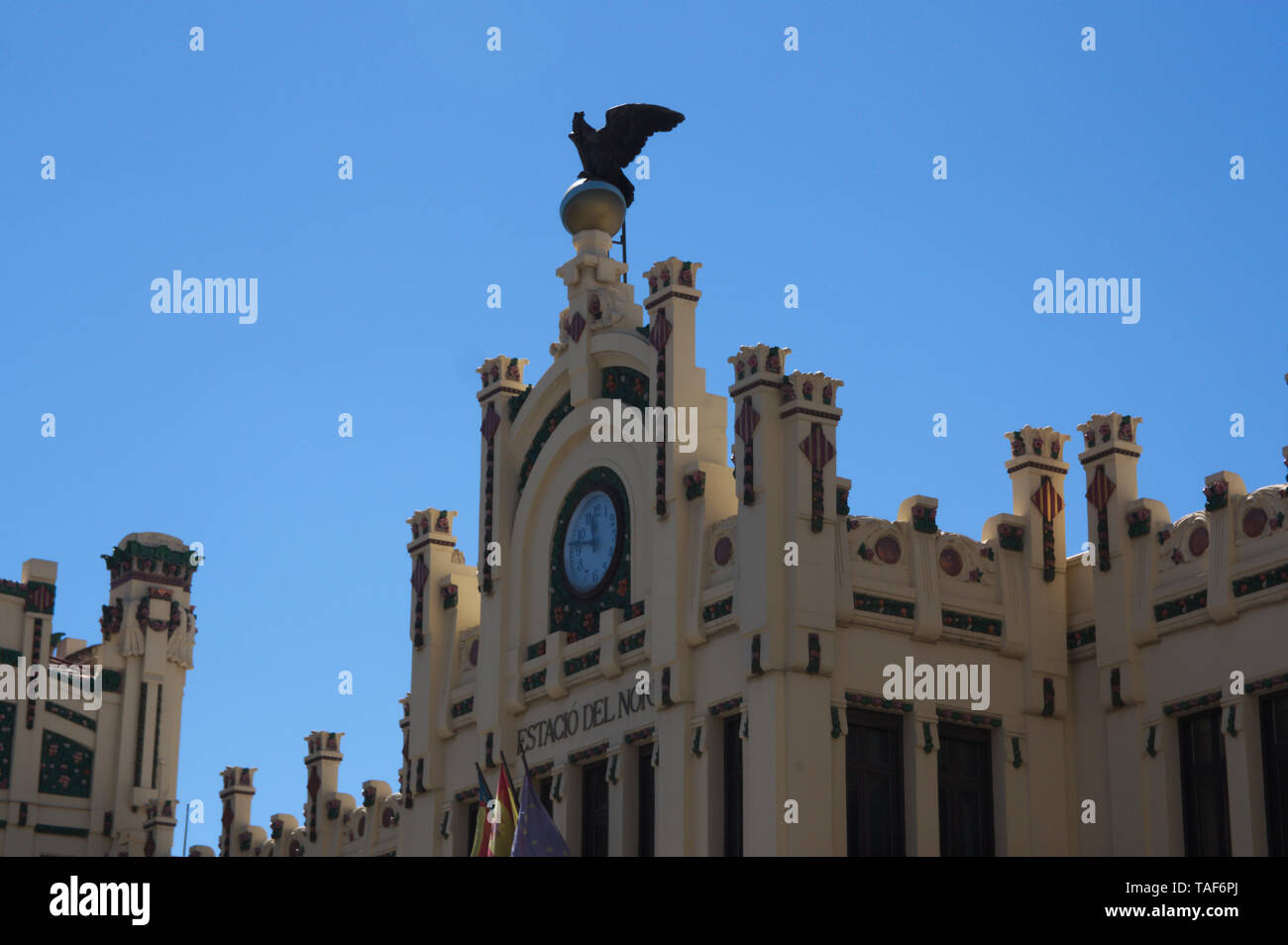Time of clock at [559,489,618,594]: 11:46
